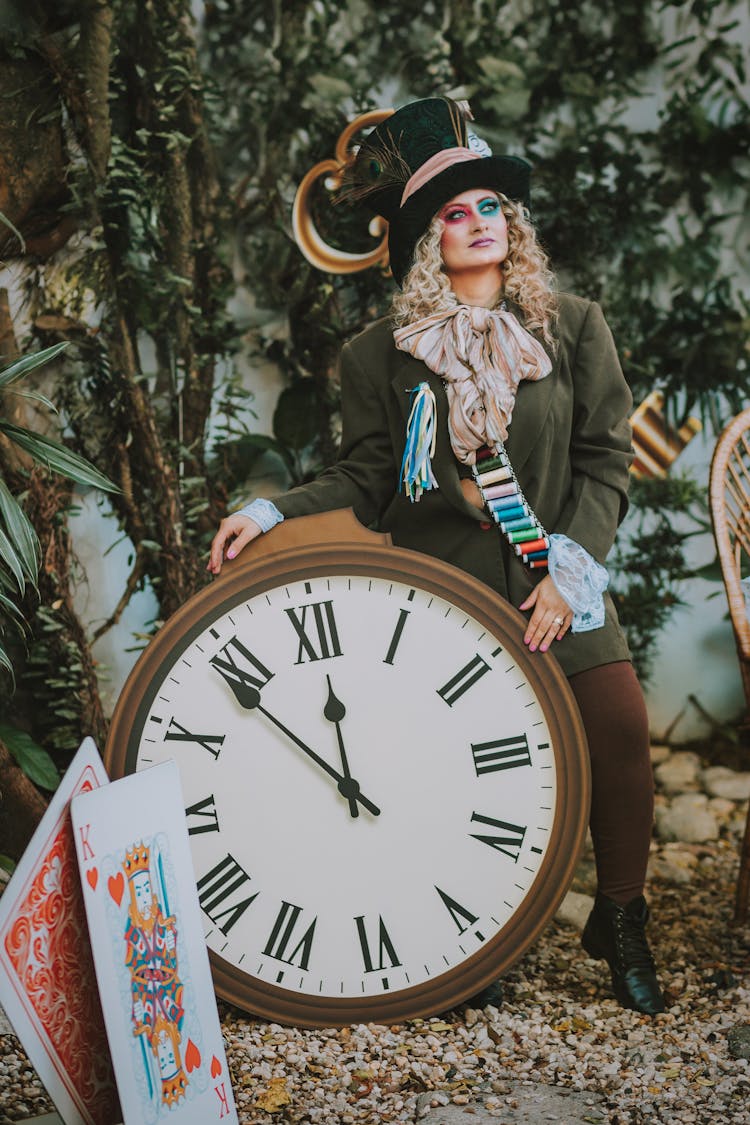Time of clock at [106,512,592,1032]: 11:53
